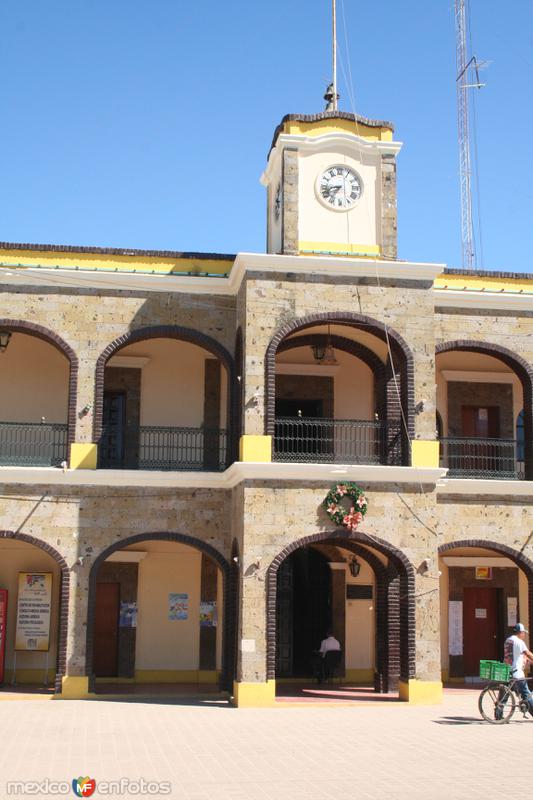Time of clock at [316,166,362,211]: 7:42
